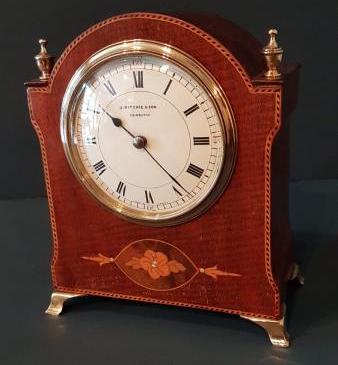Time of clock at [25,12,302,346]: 10:23
